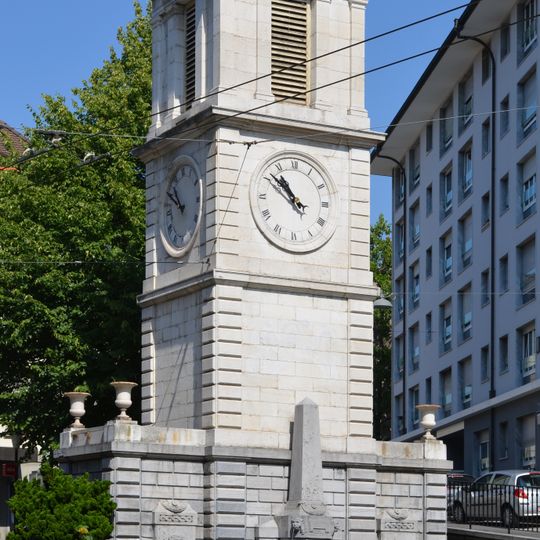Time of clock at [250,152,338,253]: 10:52
